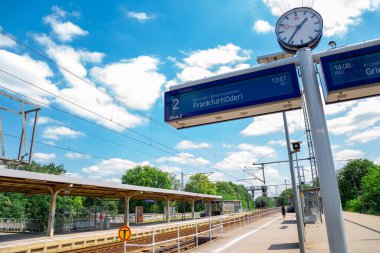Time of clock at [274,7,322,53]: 1:36
